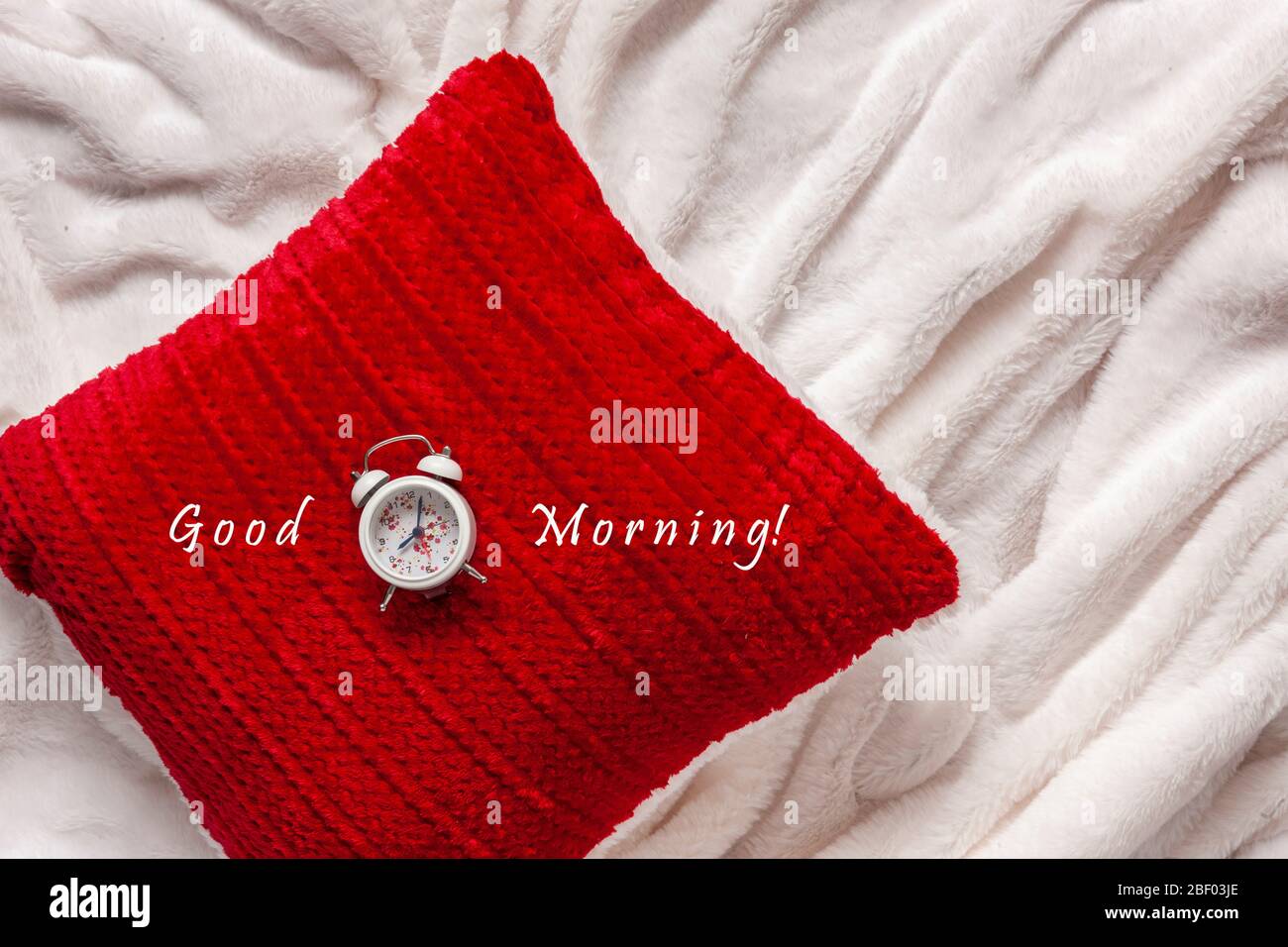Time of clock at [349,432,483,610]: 8:02
